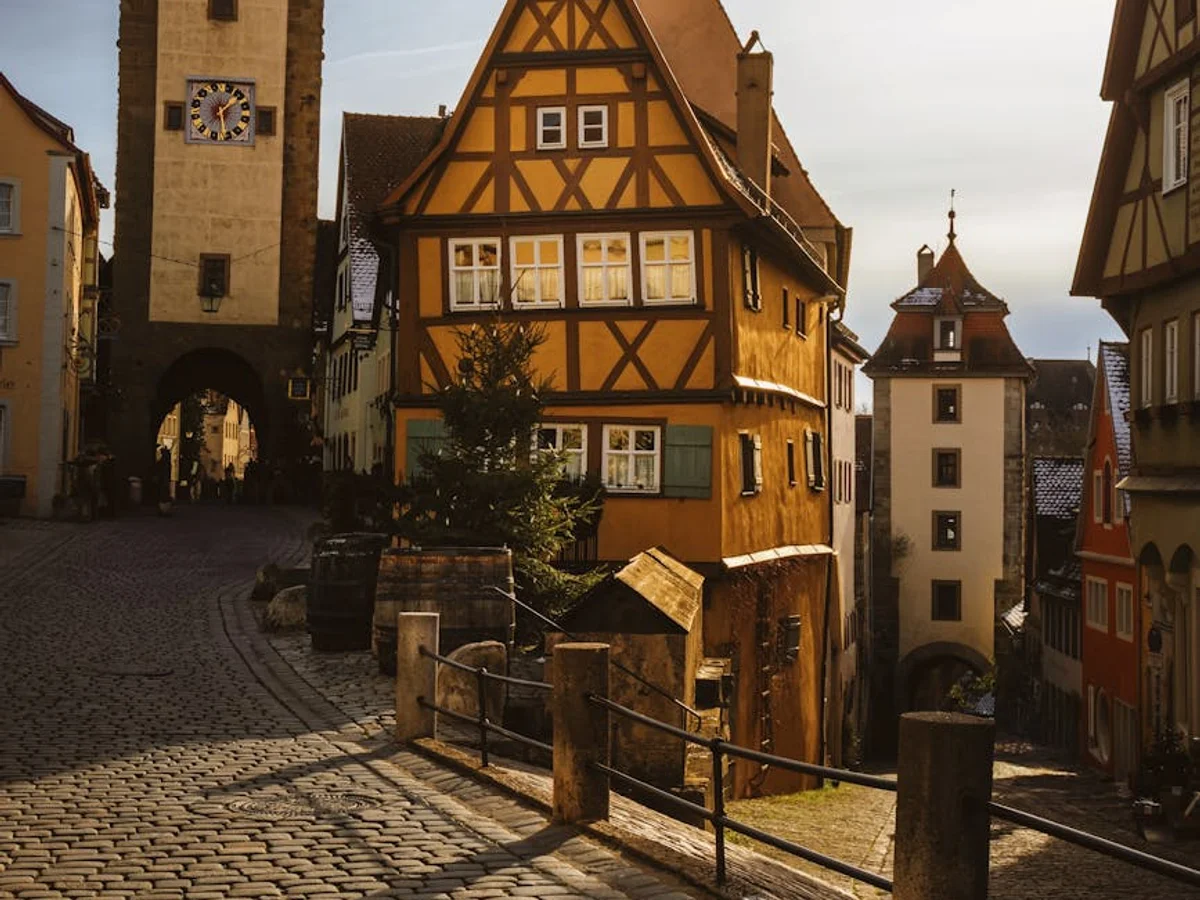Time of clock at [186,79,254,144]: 1:28
